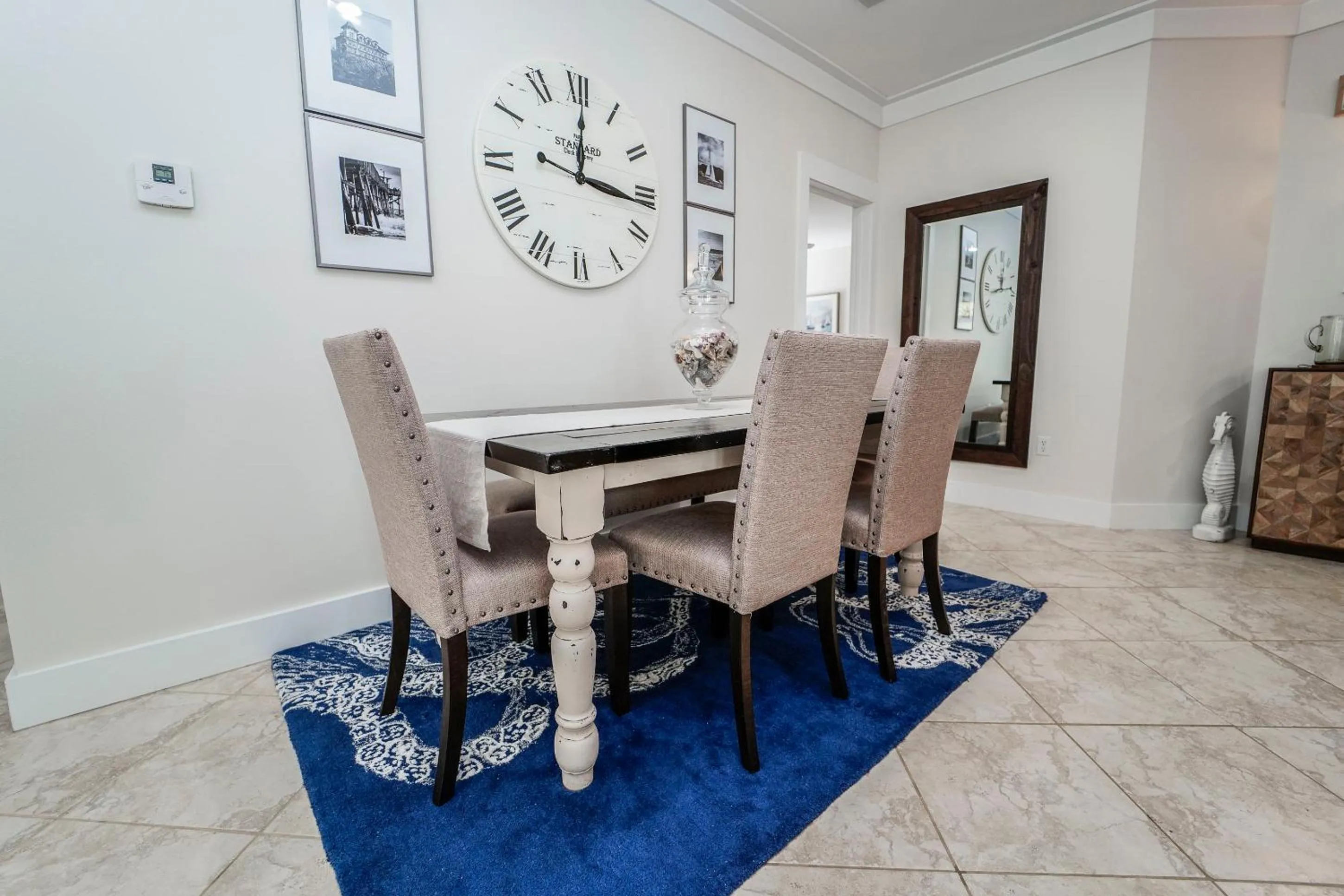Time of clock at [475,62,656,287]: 12:16
